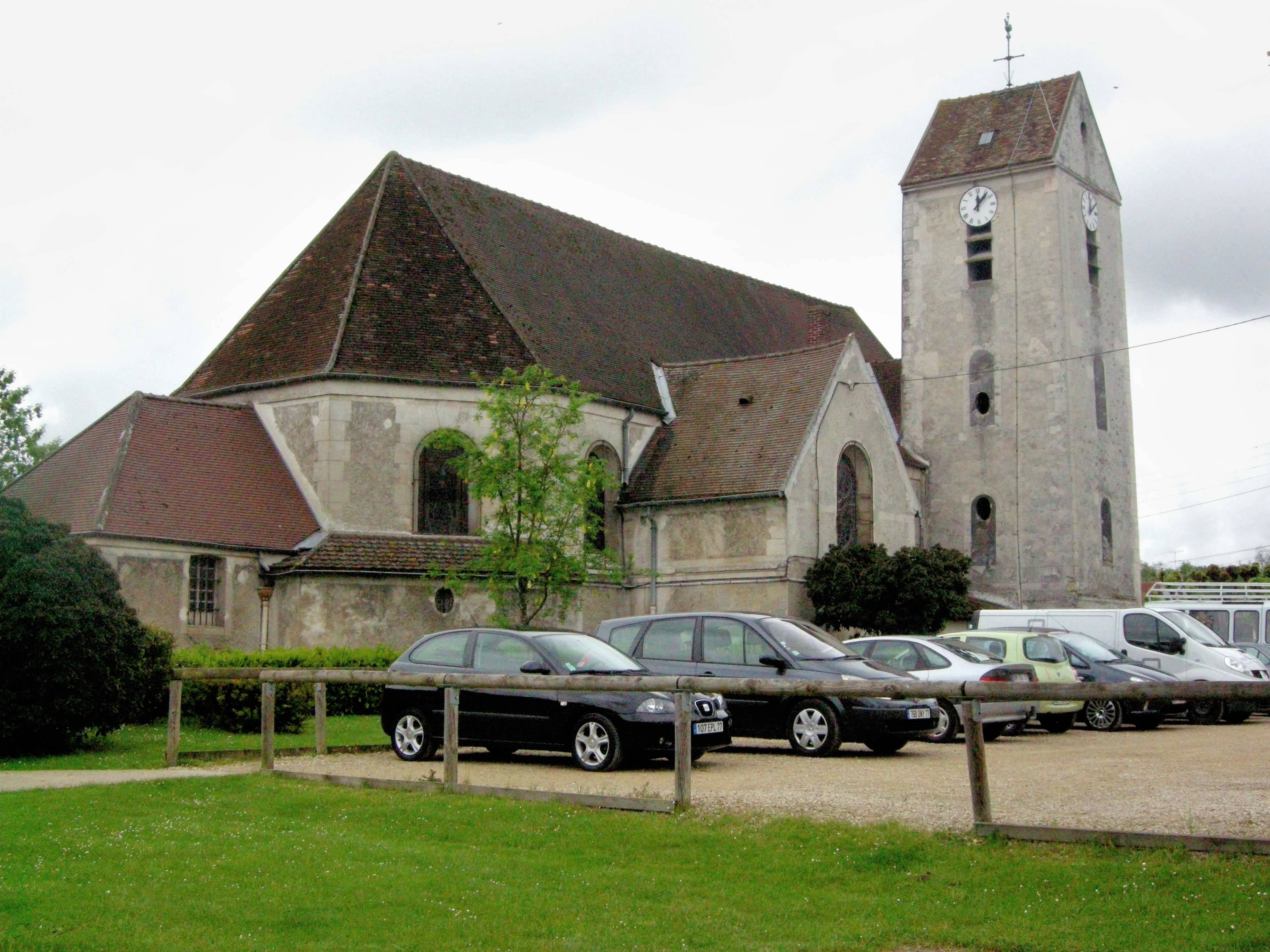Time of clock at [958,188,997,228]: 12:07
